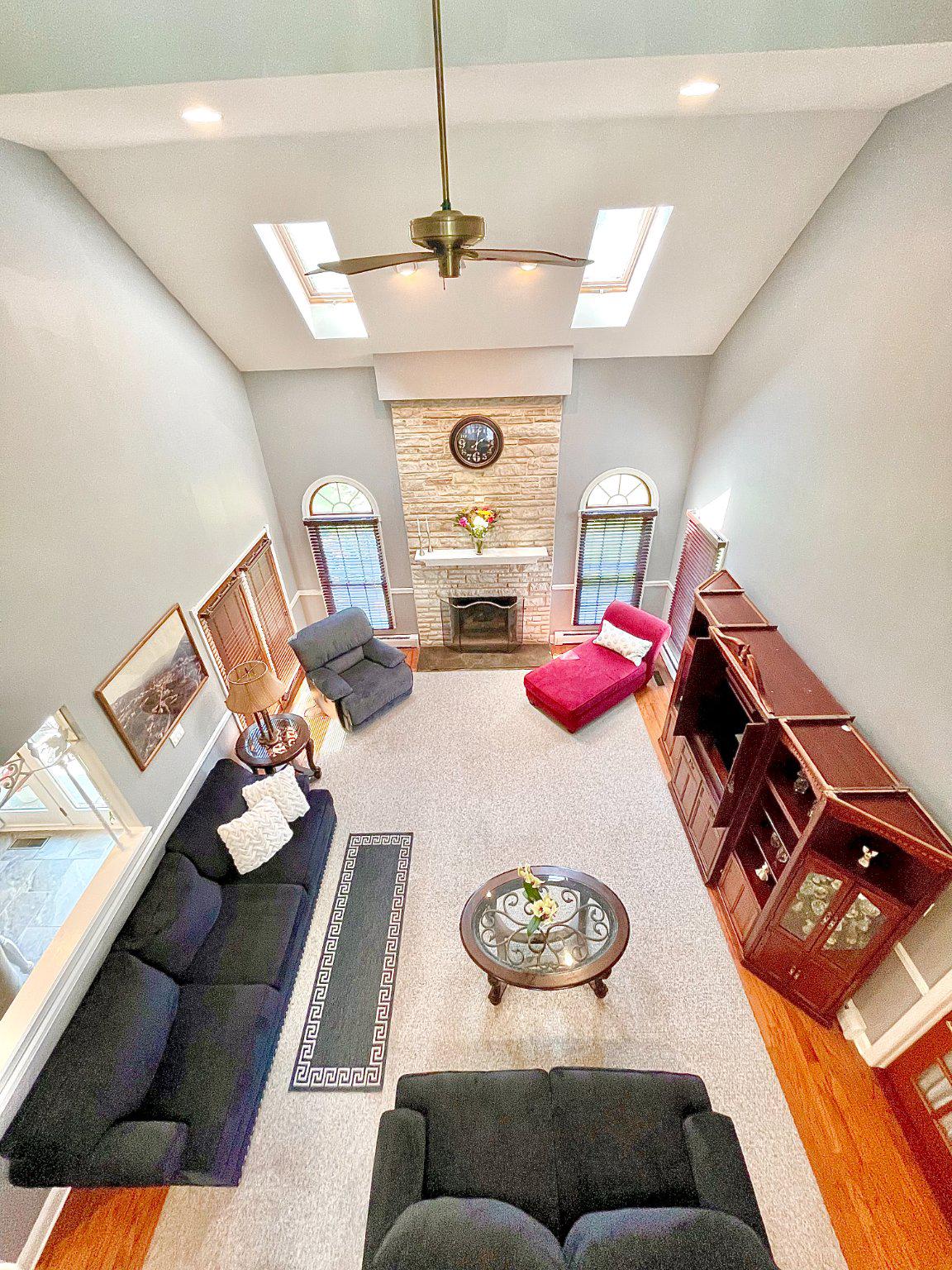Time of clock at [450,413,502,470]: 2:01
